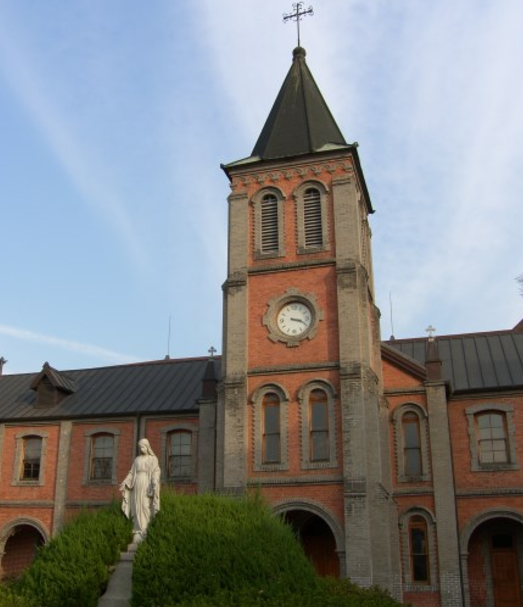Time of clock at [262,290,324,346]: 3:19
